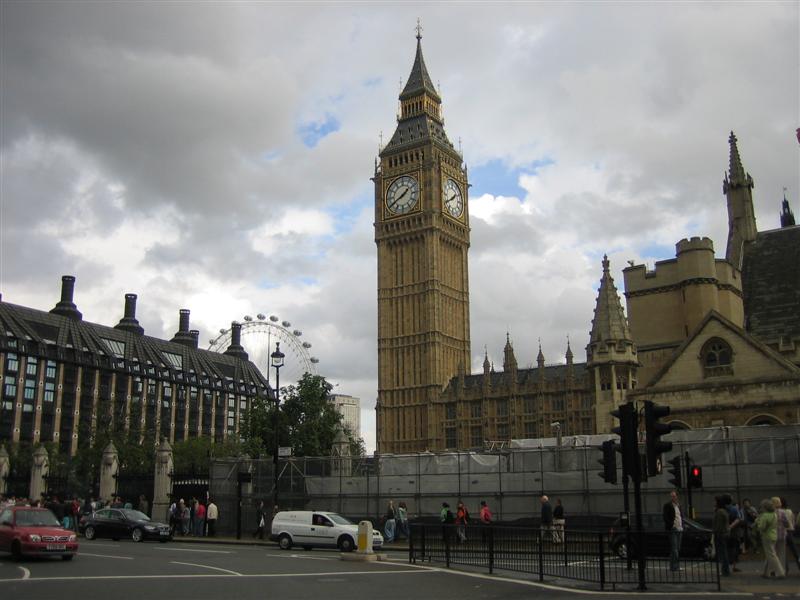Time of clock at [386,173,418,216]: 1:40
